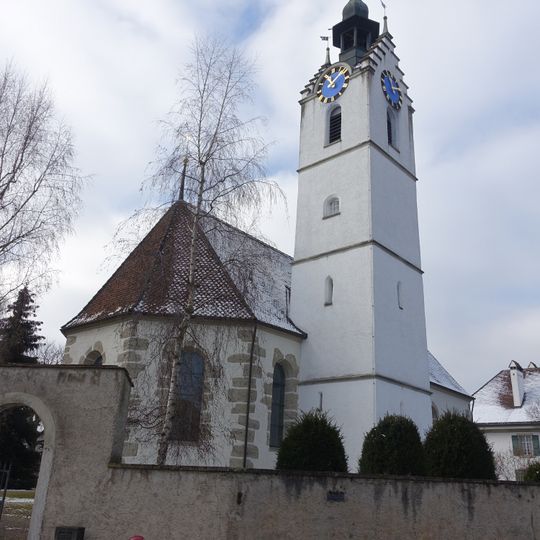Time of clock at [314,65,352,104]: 11:07
